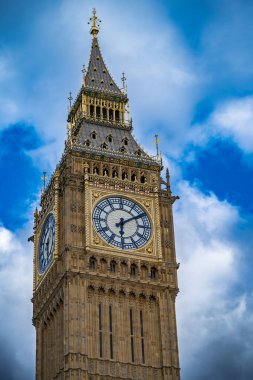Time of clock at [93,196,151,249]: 6:09
